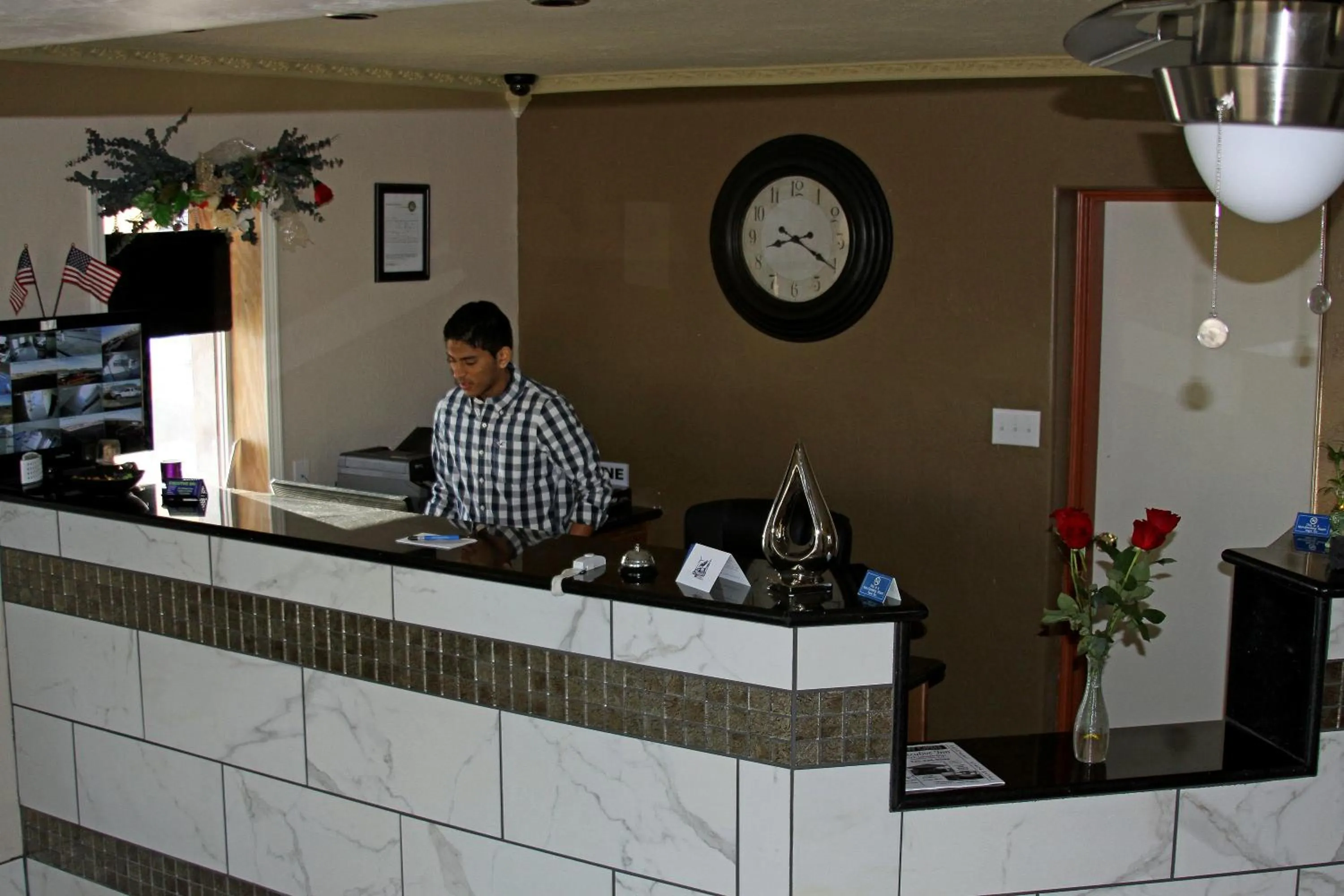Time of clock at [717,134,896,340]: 8:20
